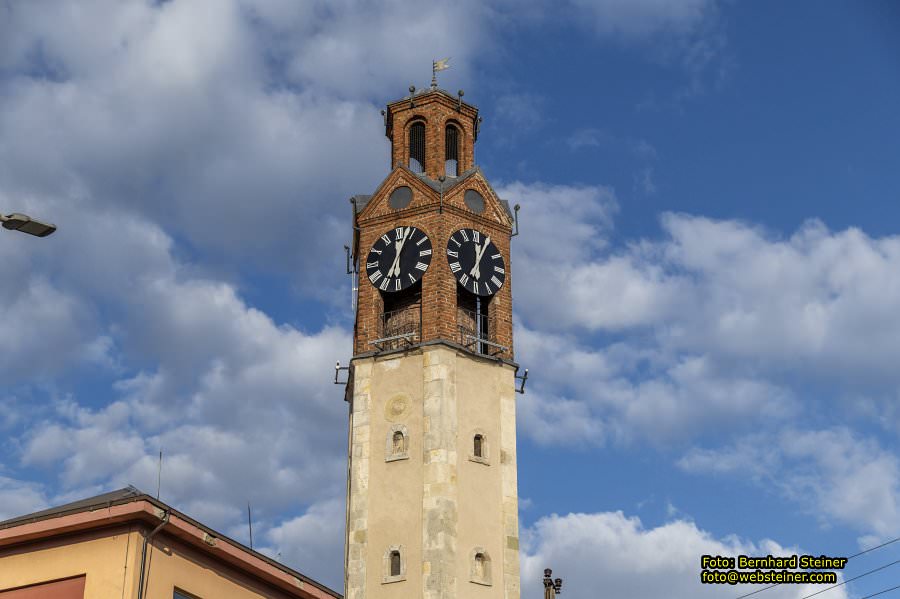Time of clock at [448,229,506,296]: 12:04
